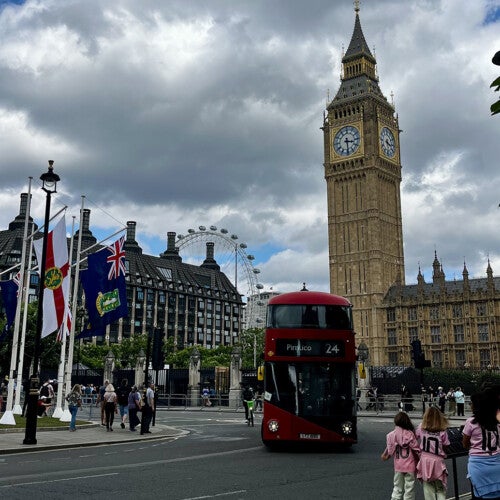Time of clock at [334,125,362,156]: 3:29
